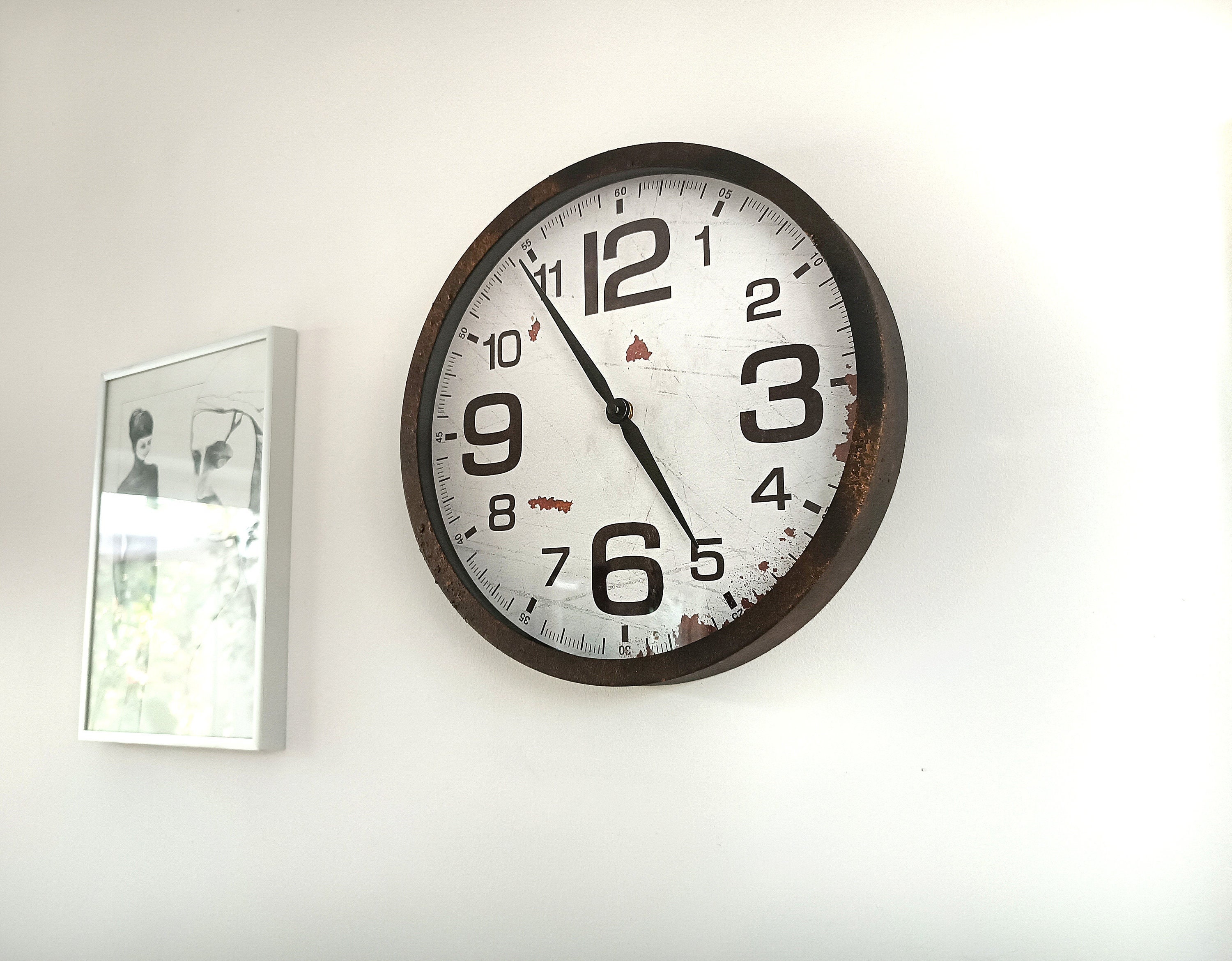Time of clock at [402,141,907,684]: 4:54
